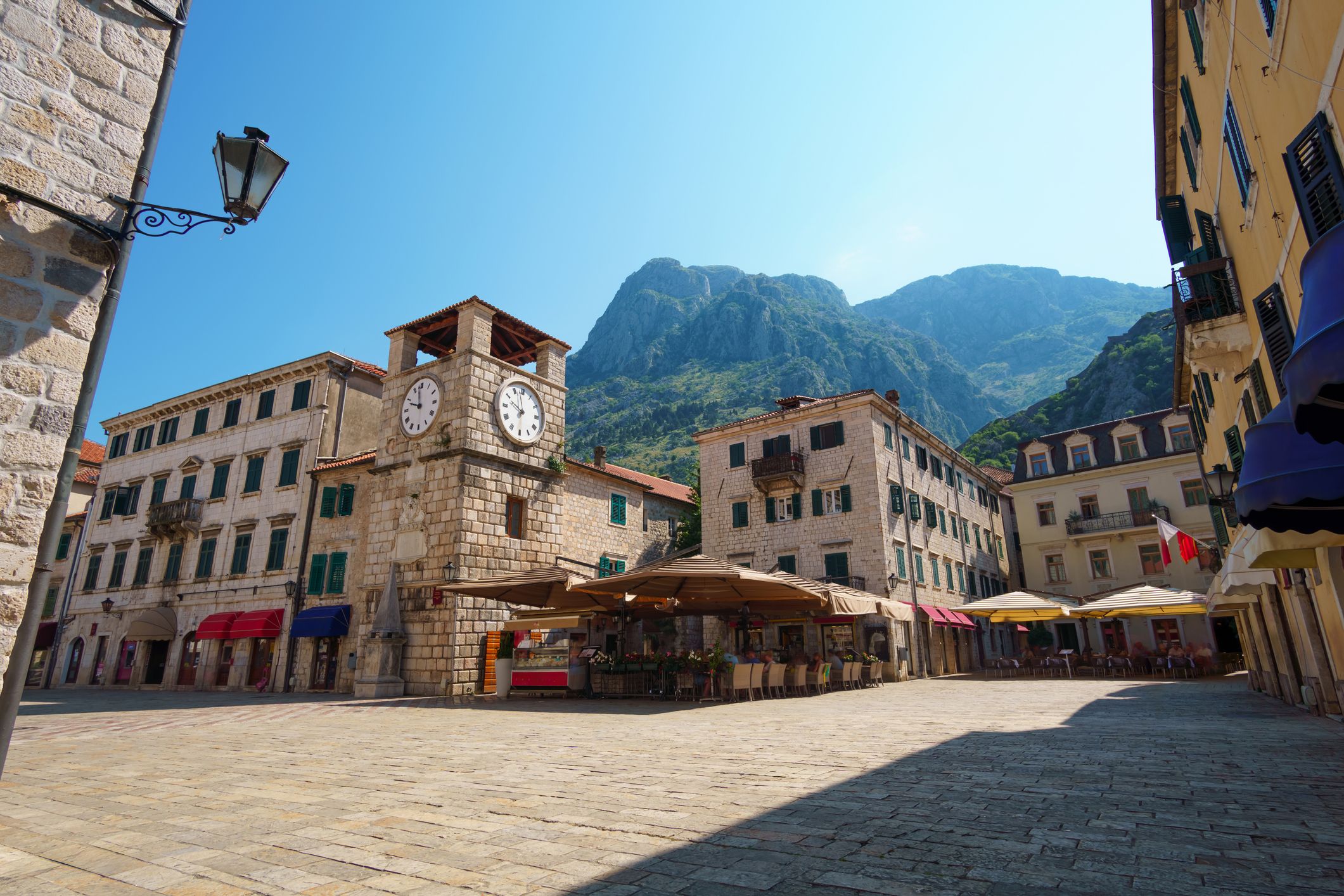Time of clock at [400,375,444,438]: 11:48
